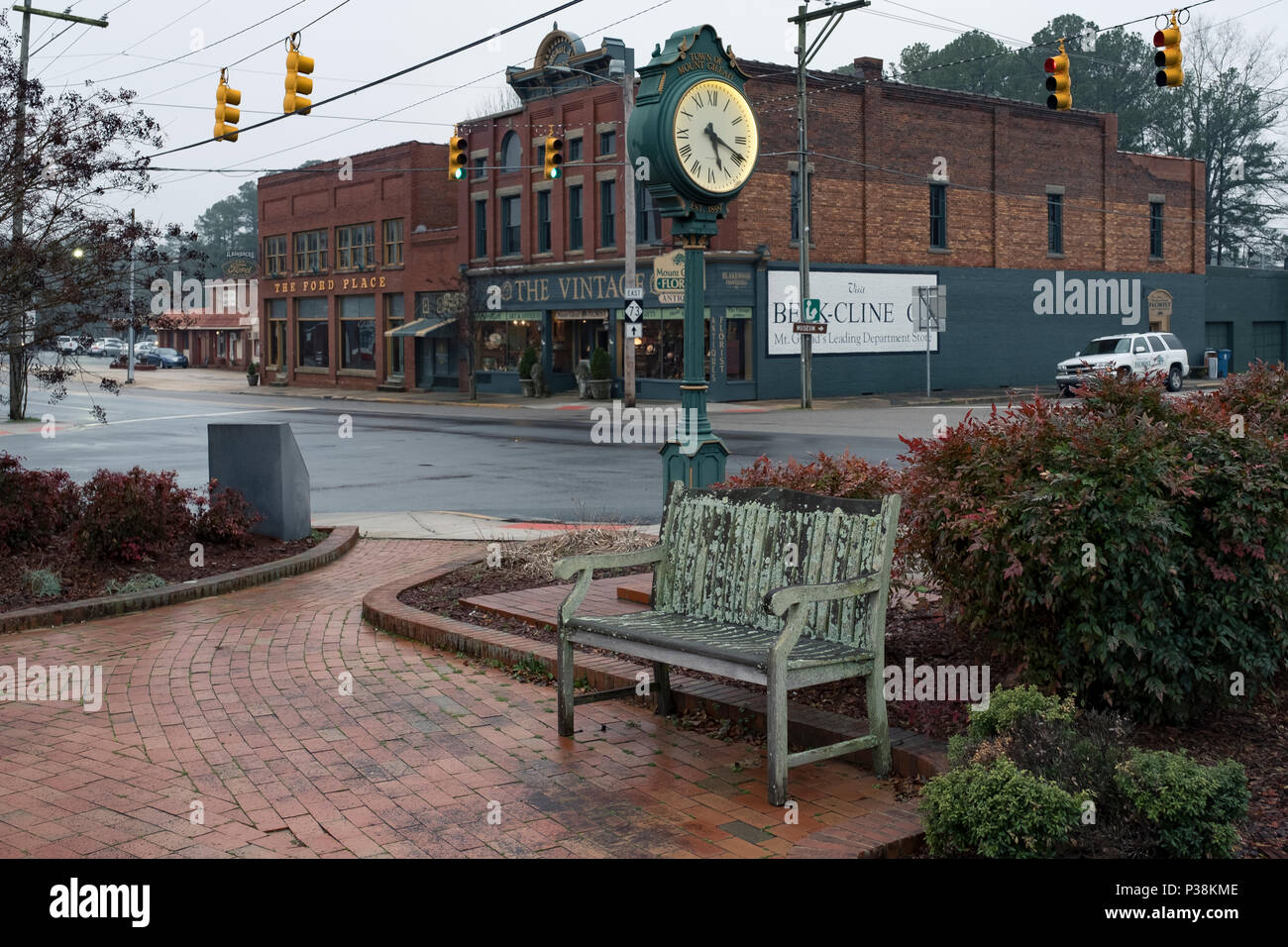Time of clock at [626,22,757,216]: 5:18
